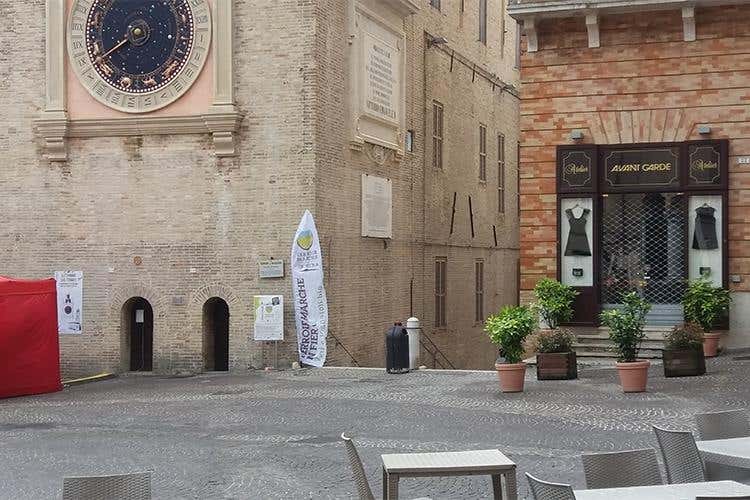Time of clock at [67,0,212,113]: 7:38
